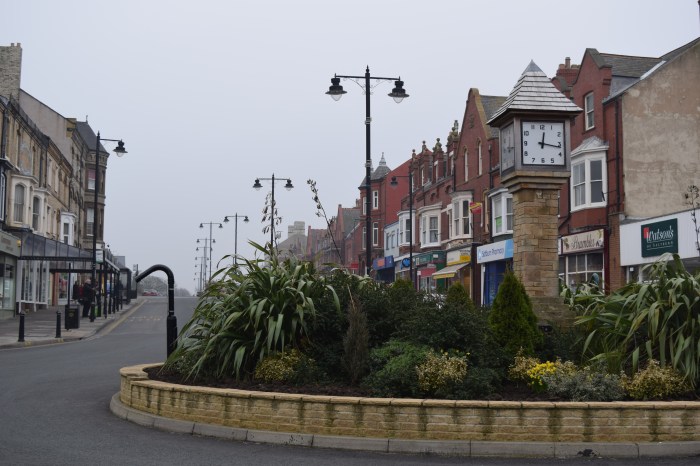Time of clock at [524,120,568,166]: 12:16
